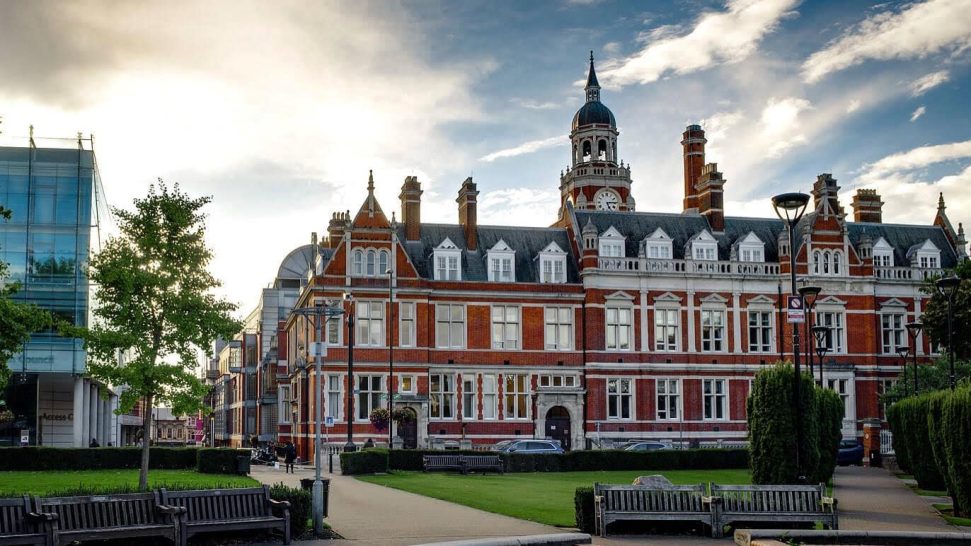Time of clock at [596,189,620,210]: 5:14
